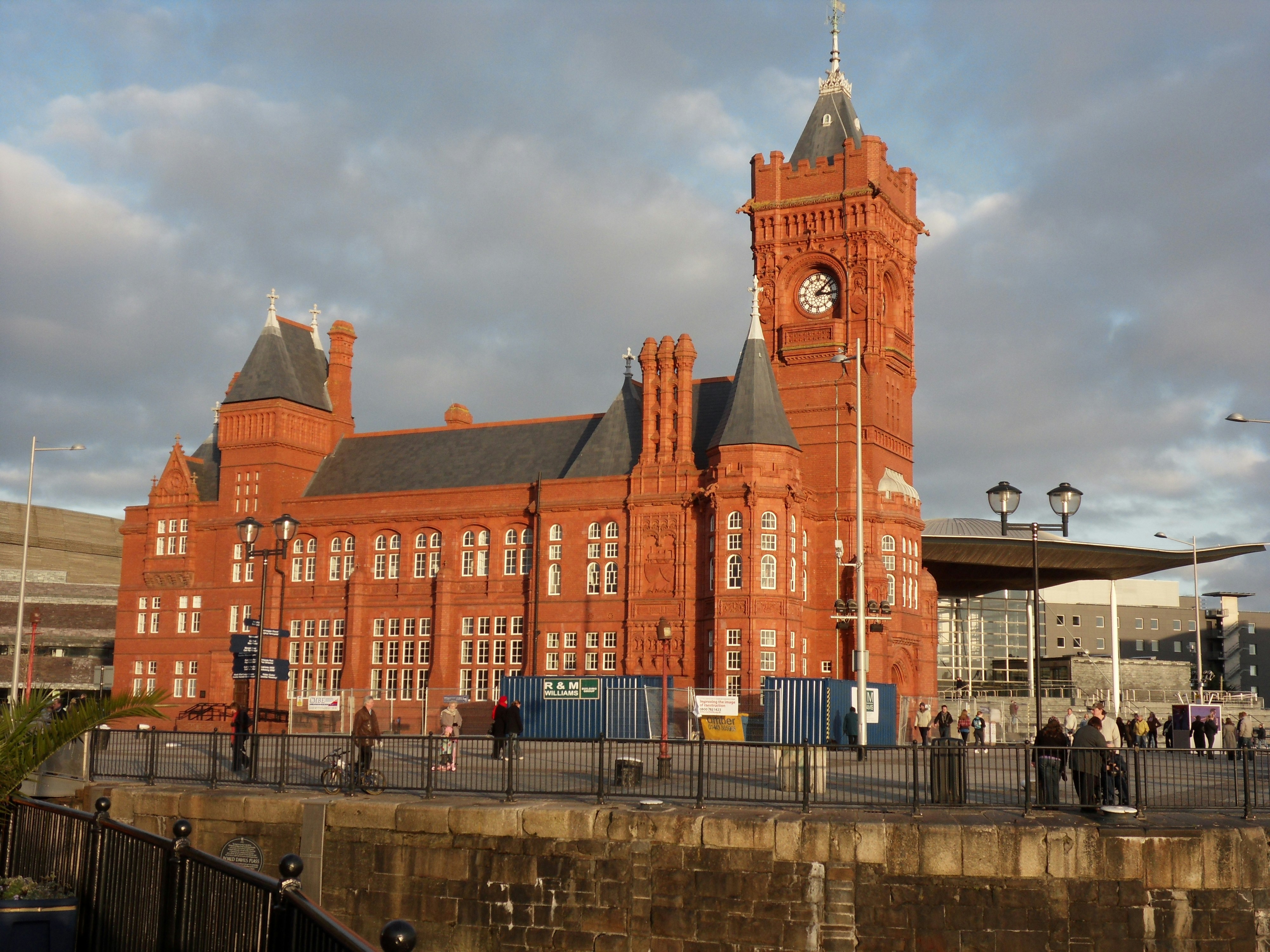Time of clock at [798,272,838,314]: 3:07
